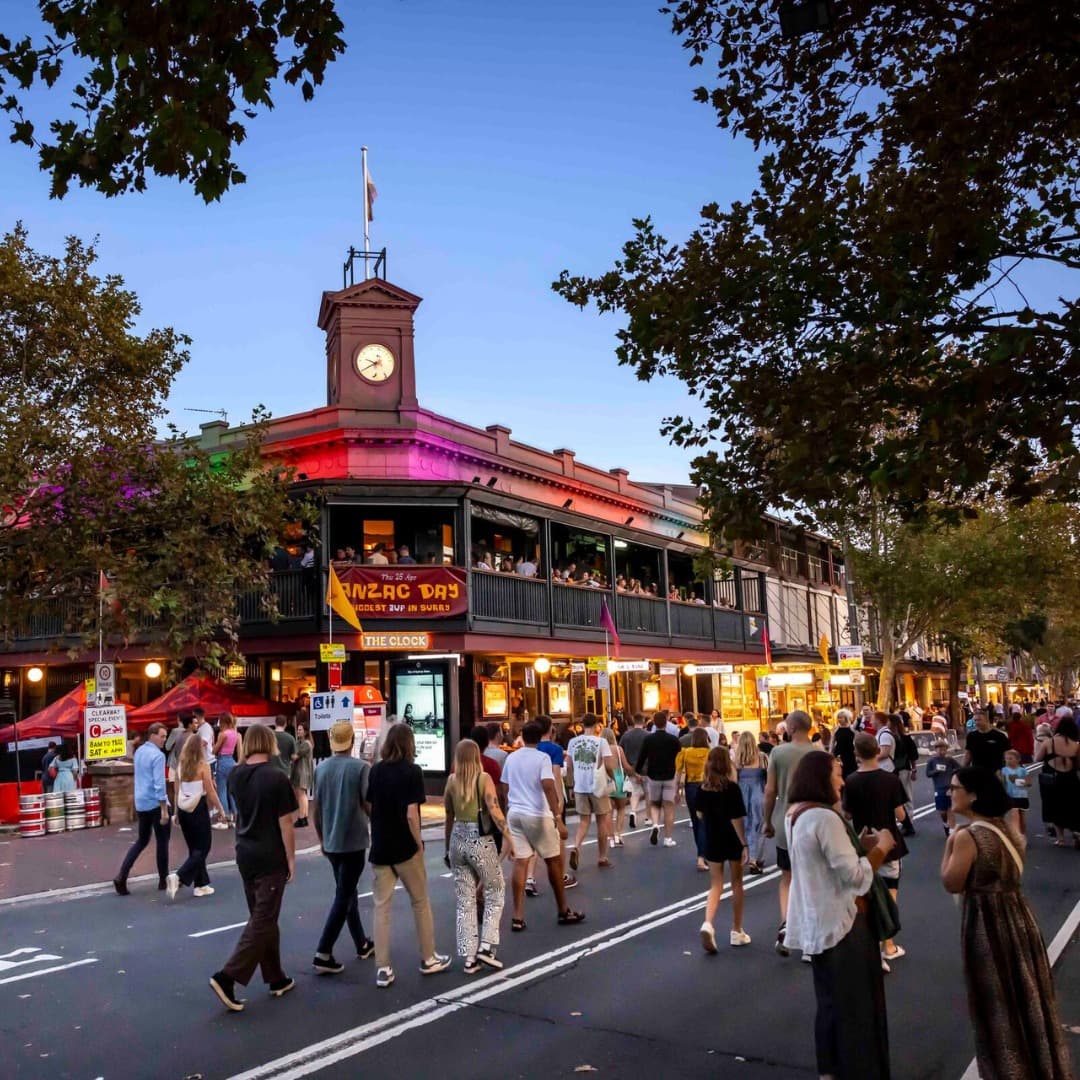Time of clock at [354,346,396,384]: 9:39
